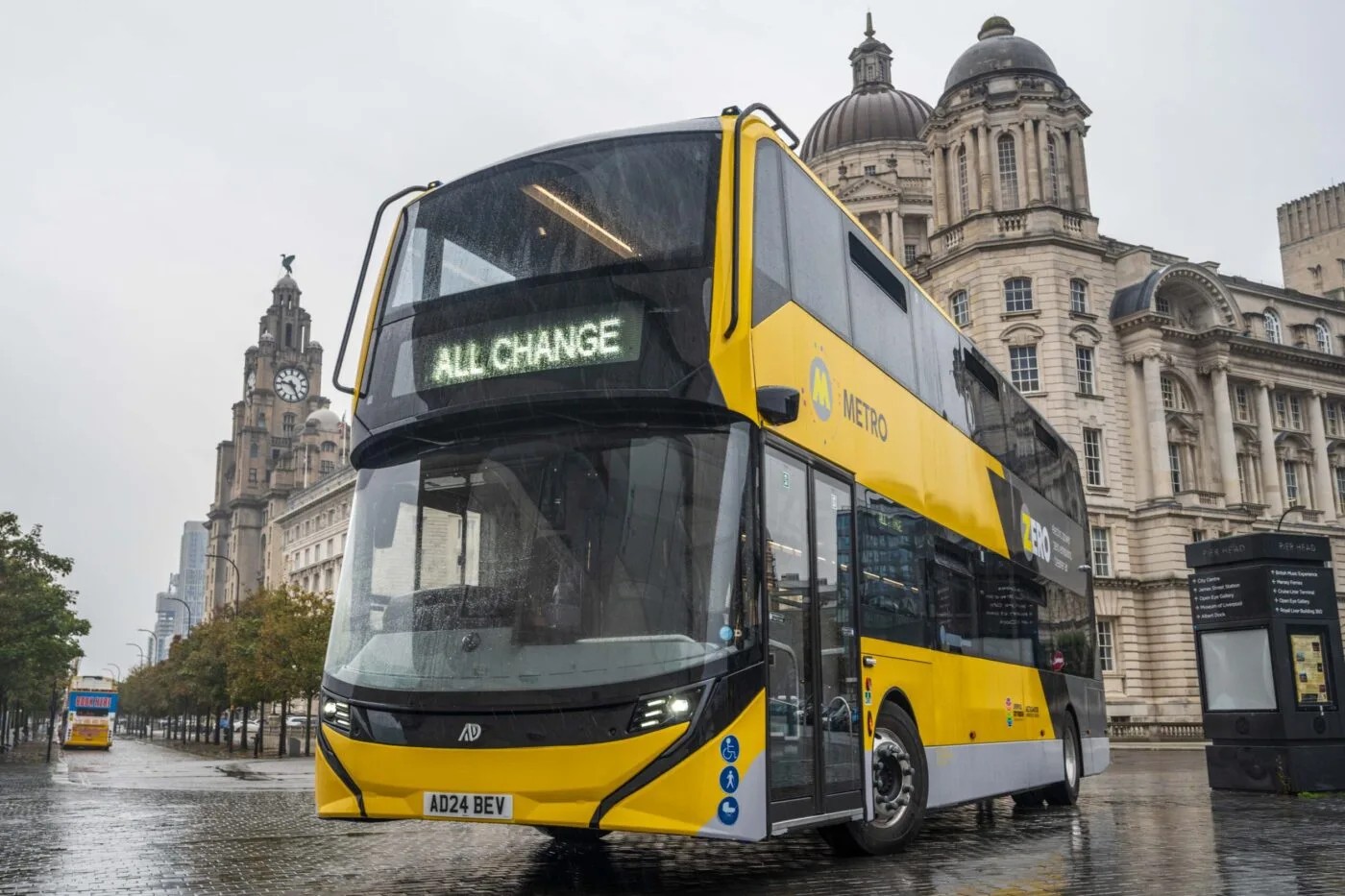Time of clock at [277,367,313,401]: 9:25
